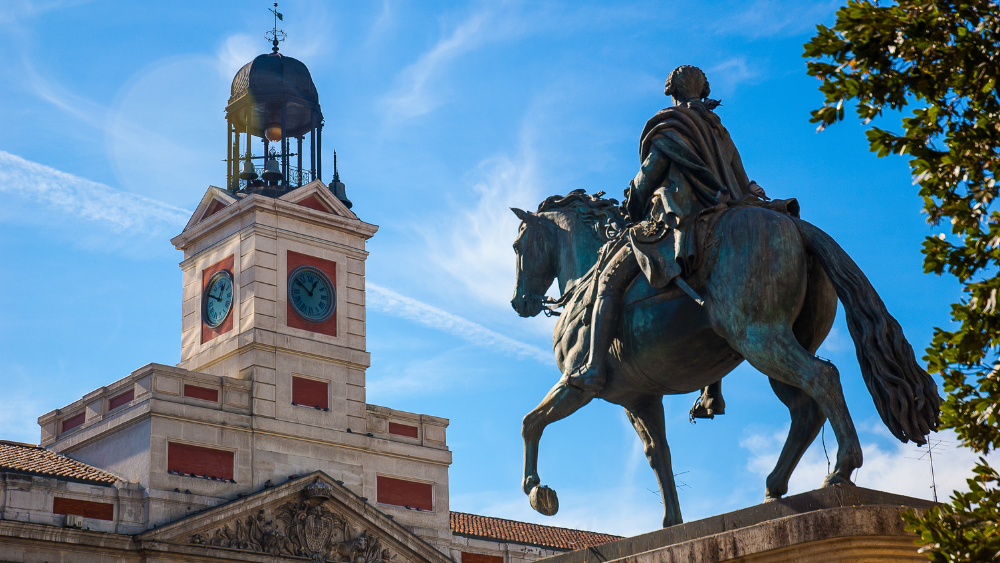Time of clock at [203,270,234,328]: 12:49
